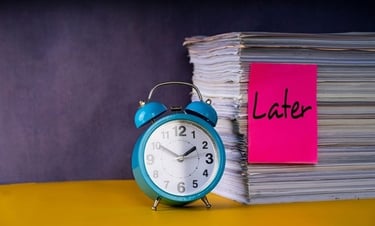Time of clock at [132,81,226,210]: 1:50
